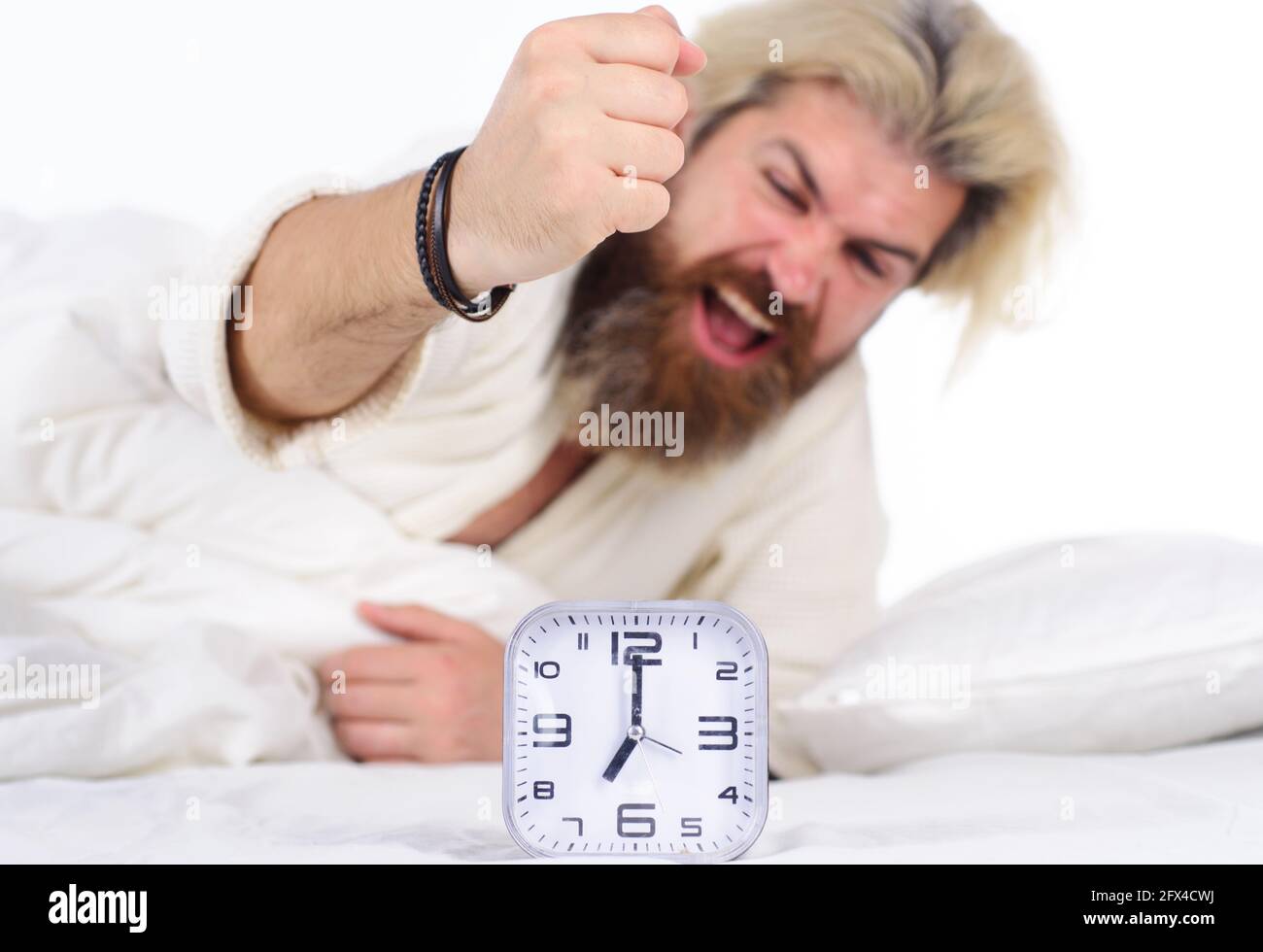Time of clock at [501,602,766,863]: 7:00
